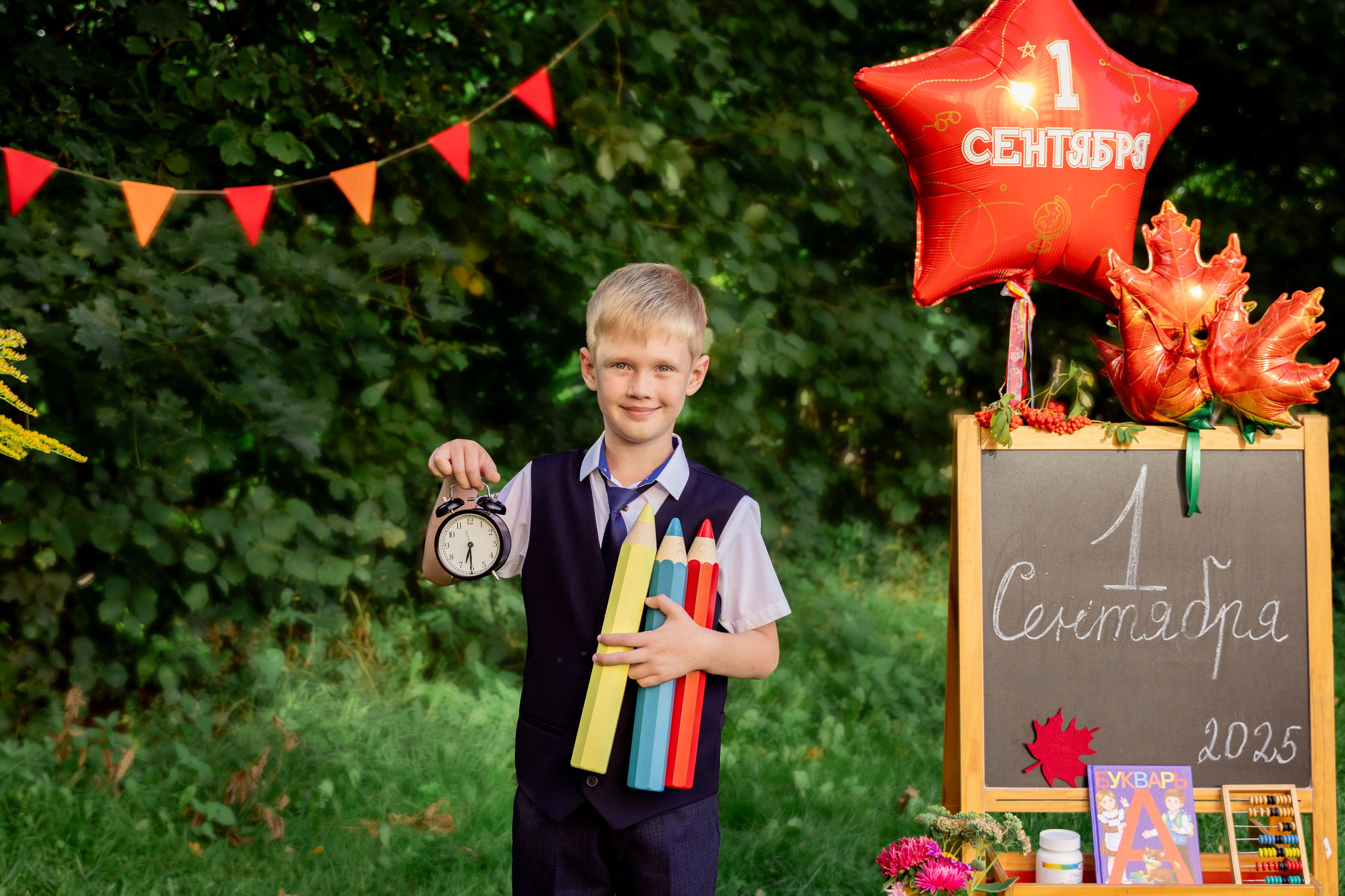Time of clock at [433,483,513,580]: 6:30
